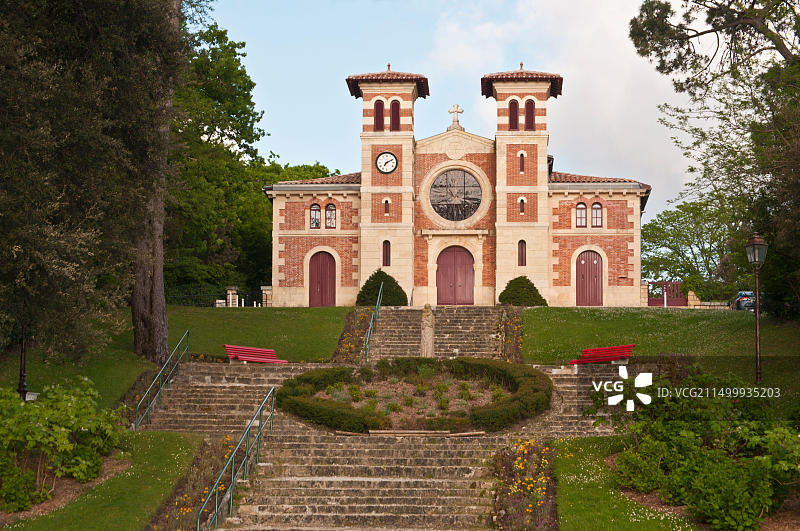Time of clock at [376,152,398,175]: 7:10
